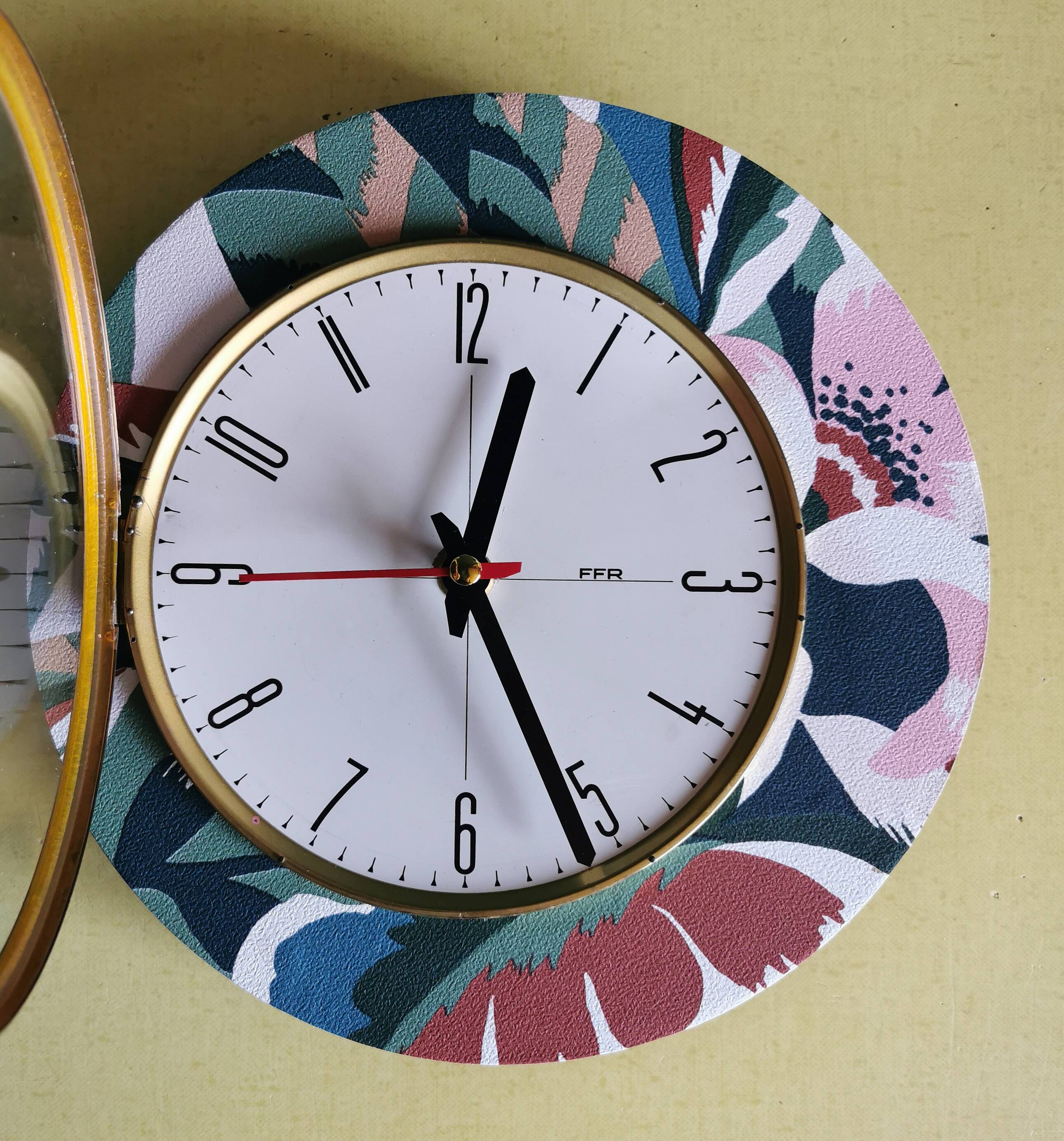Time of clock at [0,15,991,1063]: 12:25
